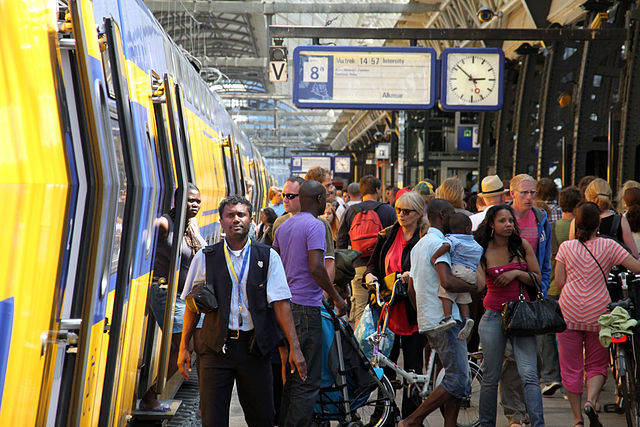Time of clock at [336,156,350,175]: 5:14
